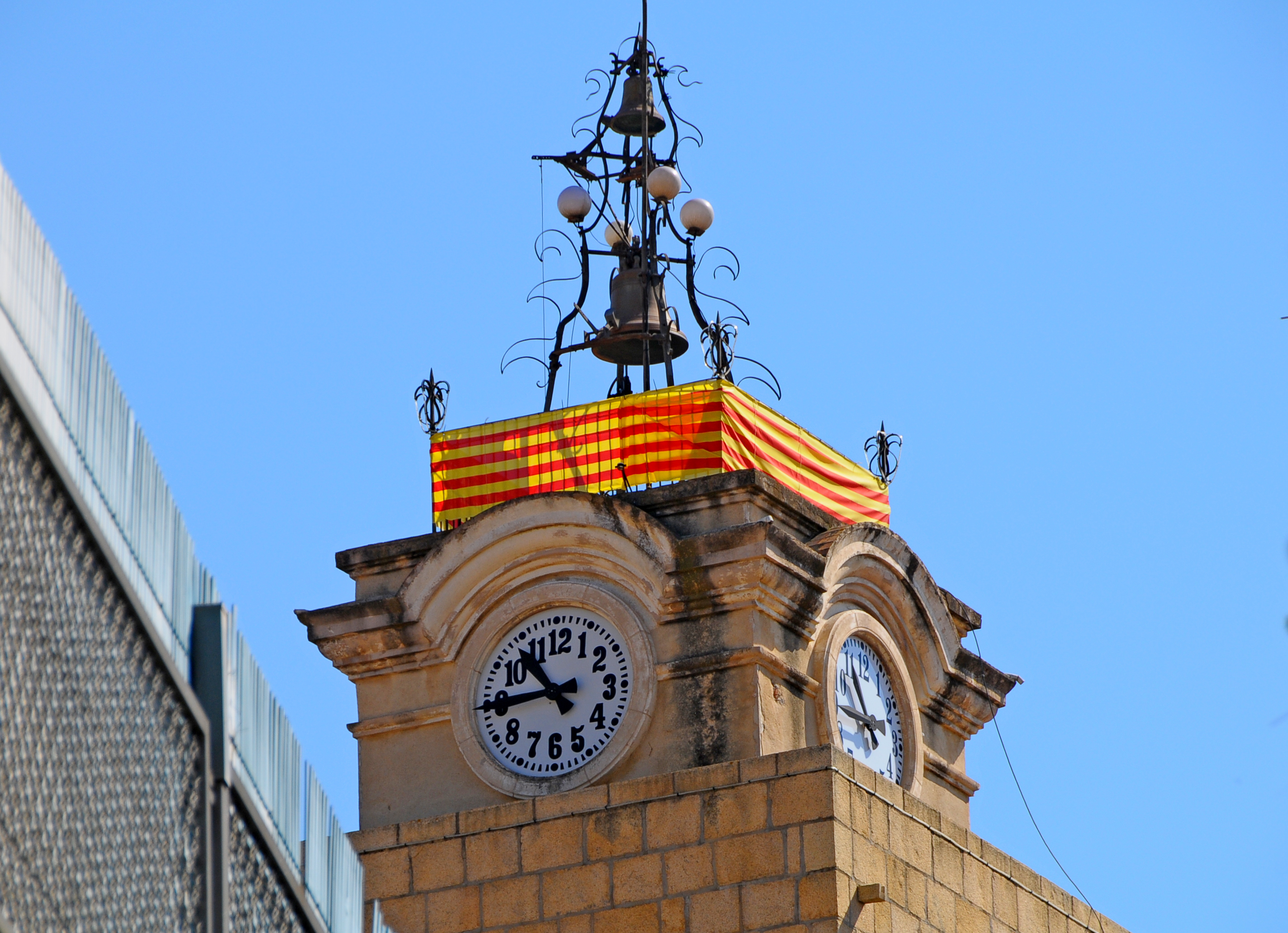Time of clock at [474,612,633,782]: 10:44
